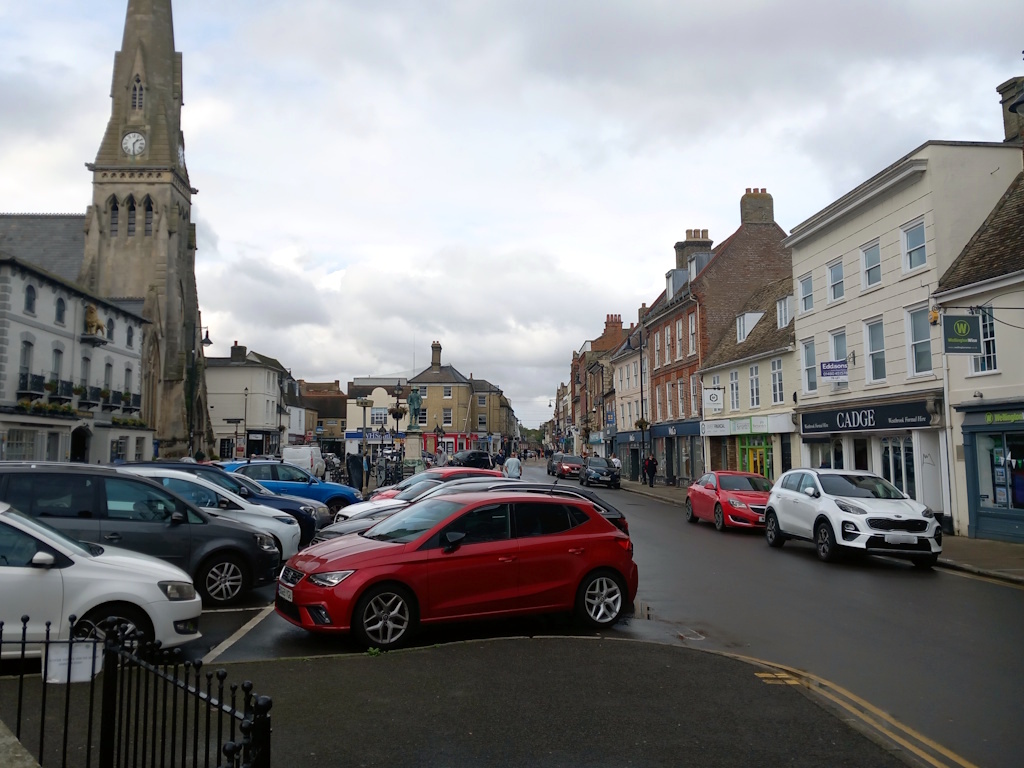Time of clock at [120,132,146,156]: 1:29
